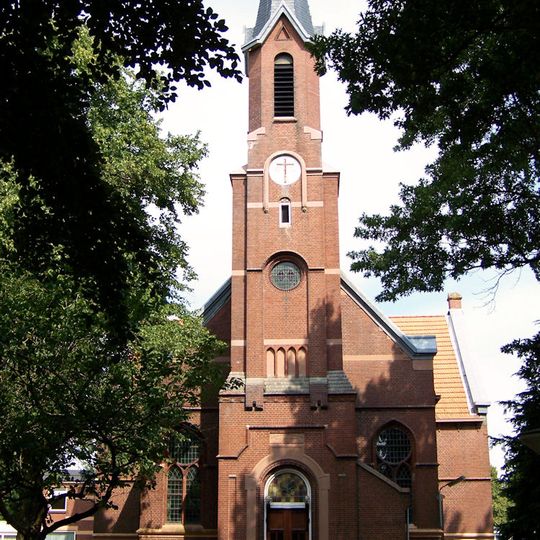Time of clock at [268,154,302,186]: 6:00
